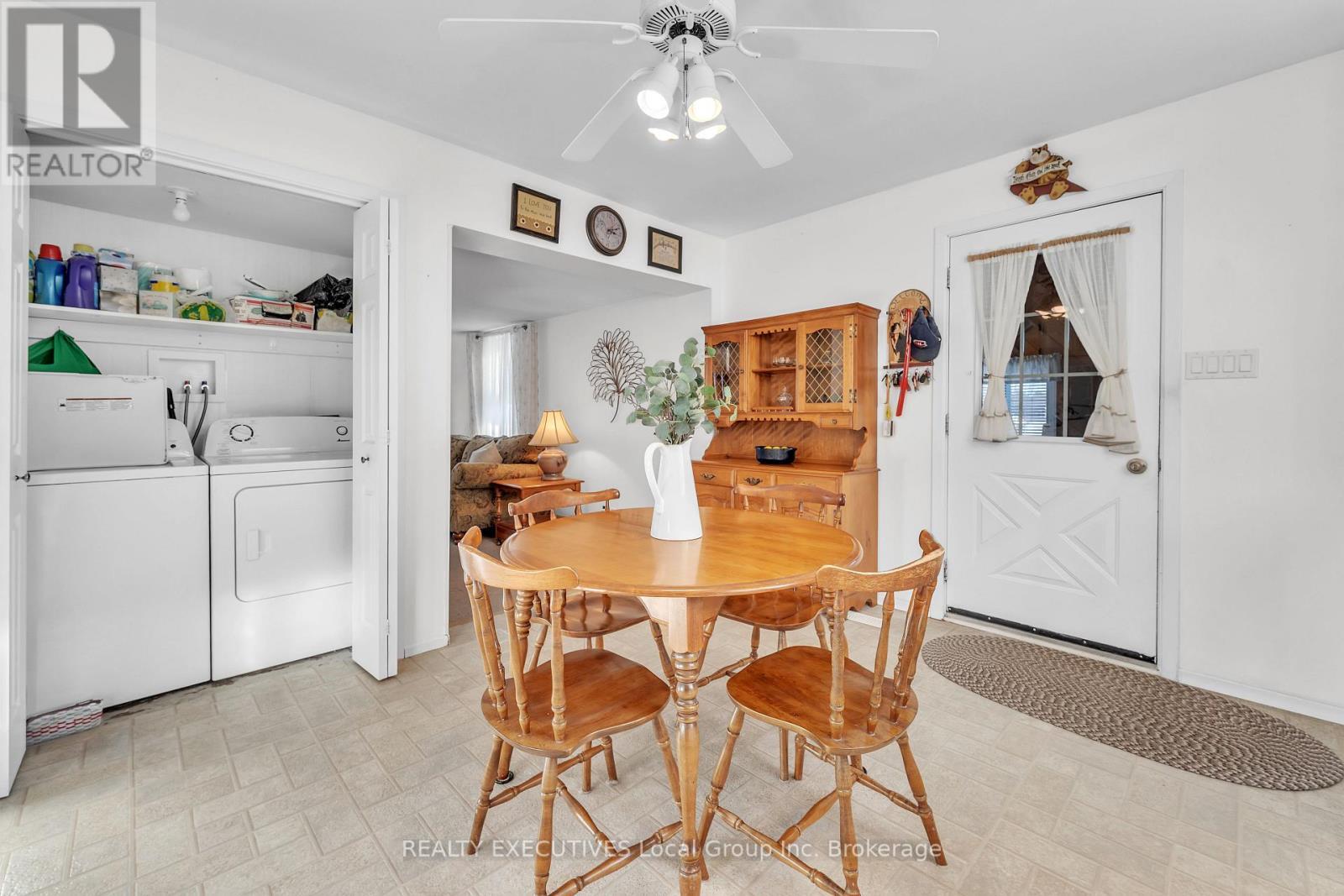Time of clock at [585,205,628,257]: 3:11
